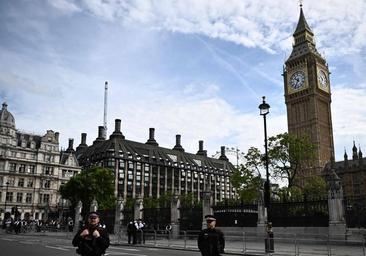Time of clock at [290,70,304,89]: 10:34
